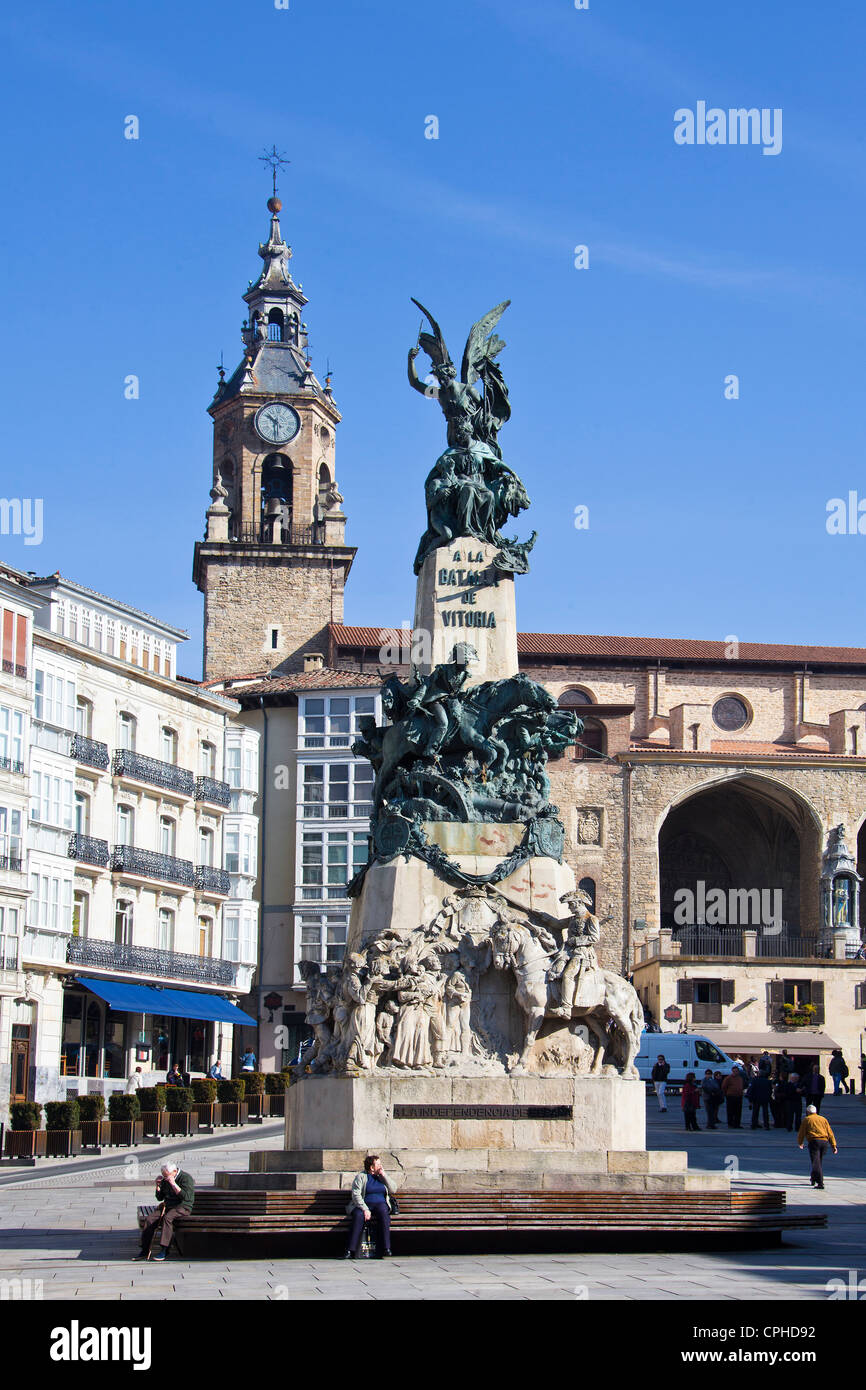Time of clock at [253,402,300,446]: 10:30
